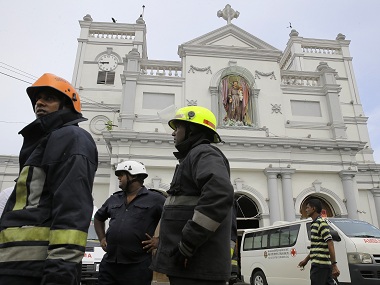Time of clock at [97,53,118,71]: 8:45
